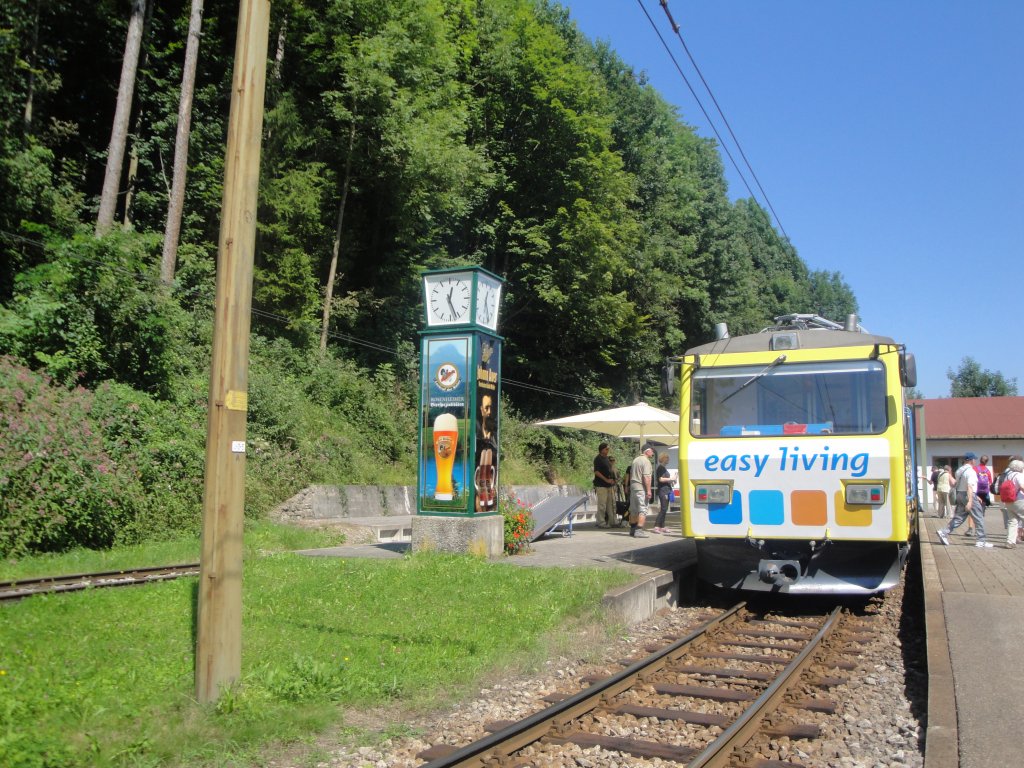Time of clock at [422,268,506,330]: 12:26
